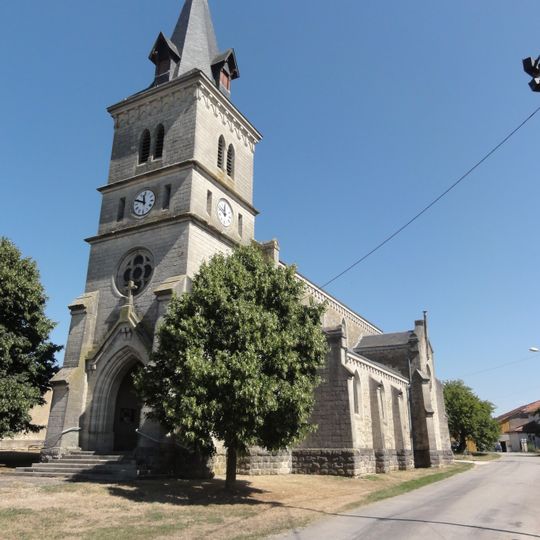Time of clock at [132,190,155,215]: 11:48
